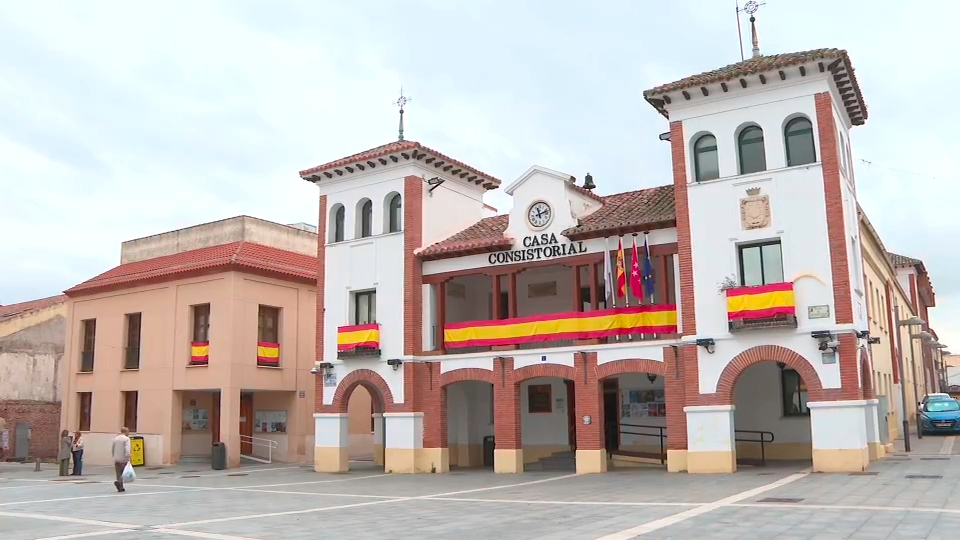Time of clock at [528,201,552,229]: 11:12
